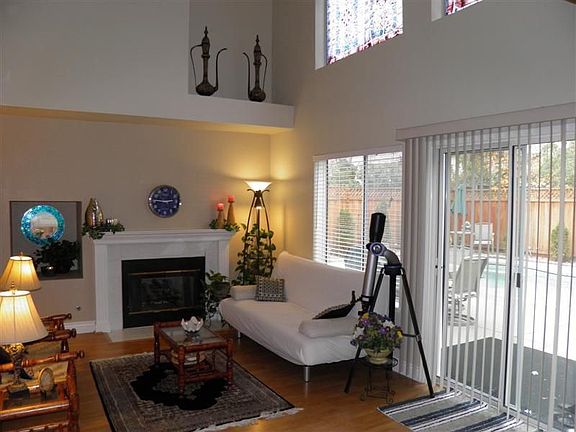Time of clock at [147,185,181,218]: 2:45
